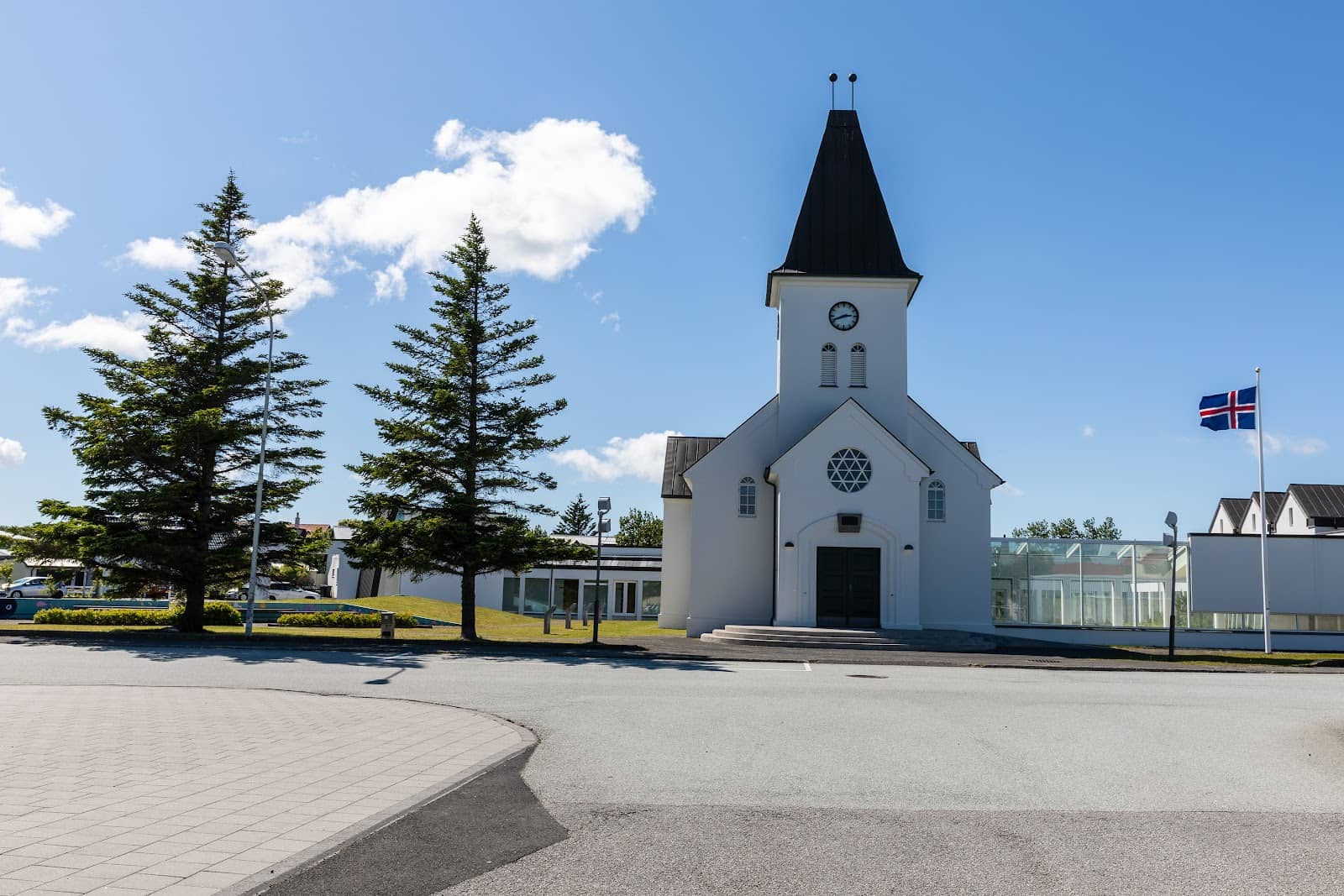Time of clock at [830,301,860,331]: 2:41
